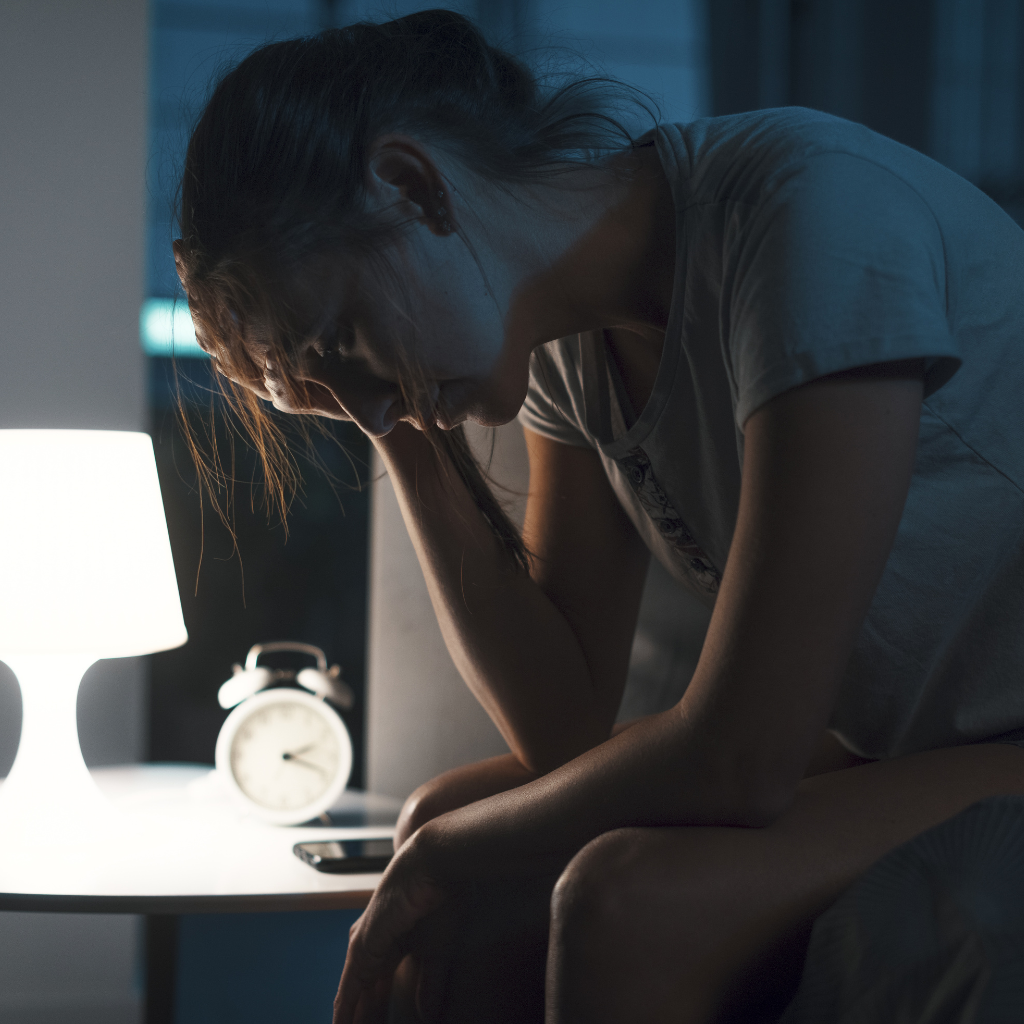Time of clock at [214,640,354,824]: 2:18
